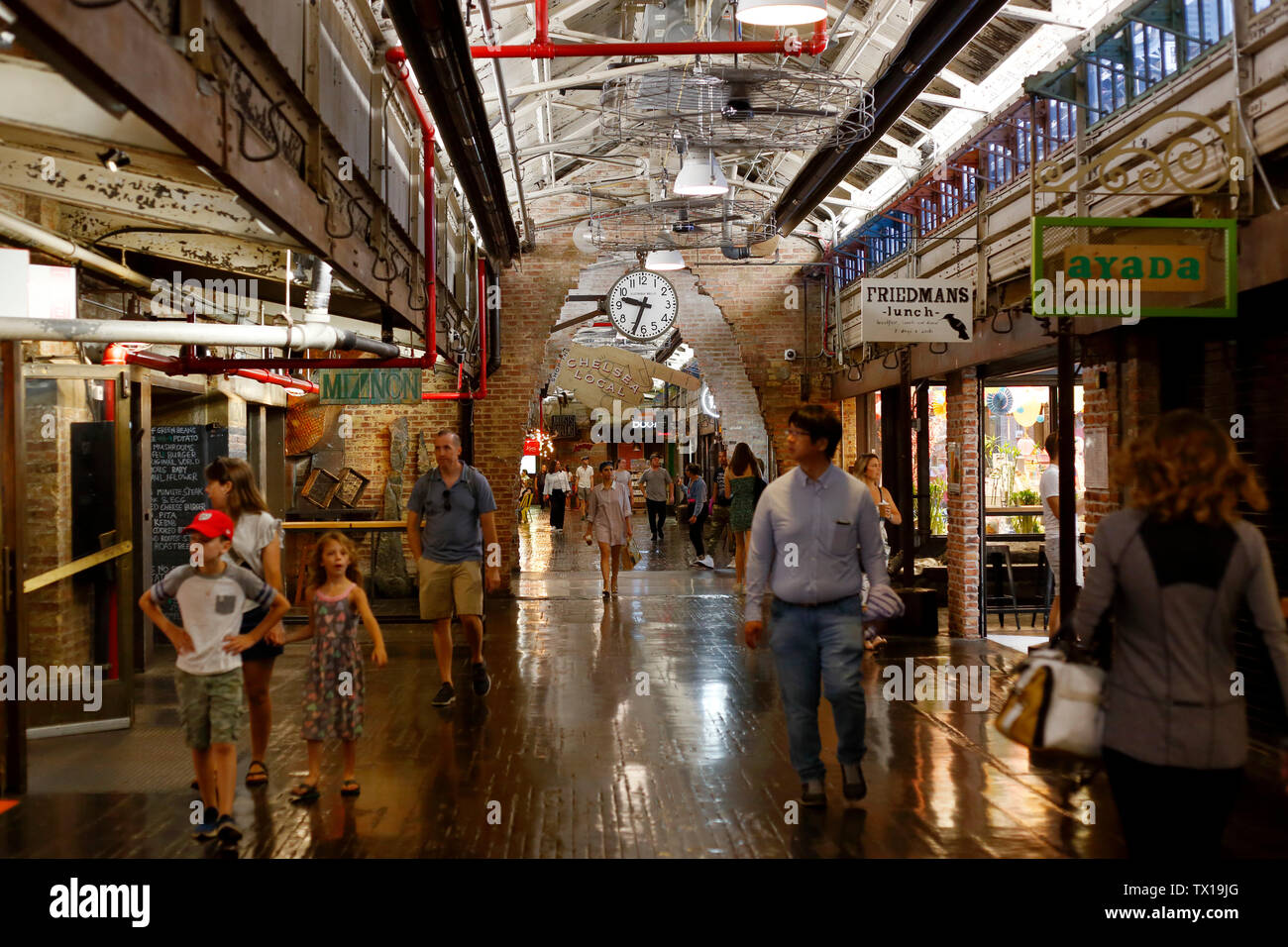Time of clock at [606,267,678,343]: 9:33
